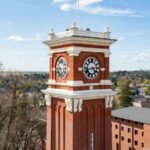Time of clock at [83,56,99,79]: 4:42
